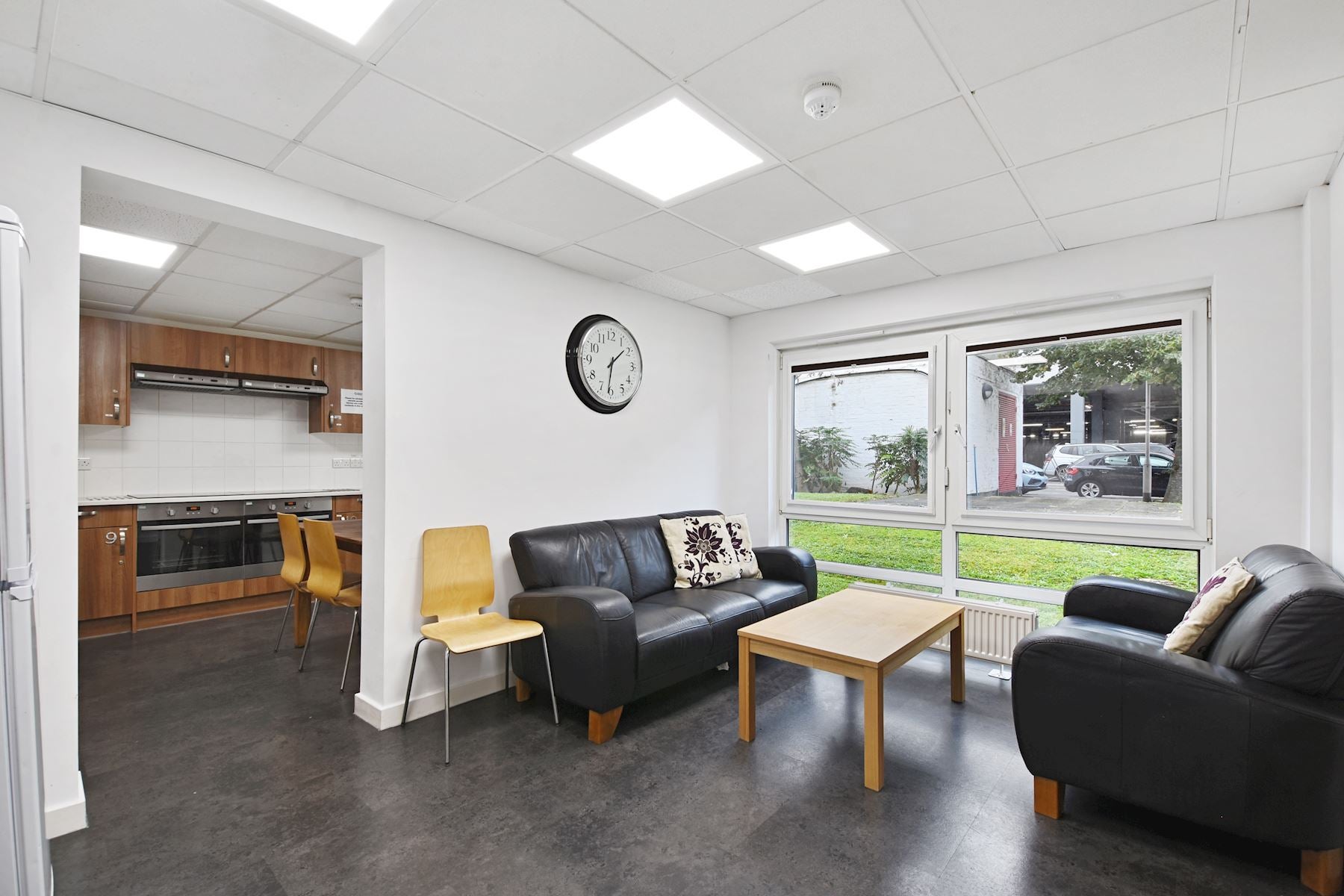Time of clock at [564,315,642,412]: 1:31
